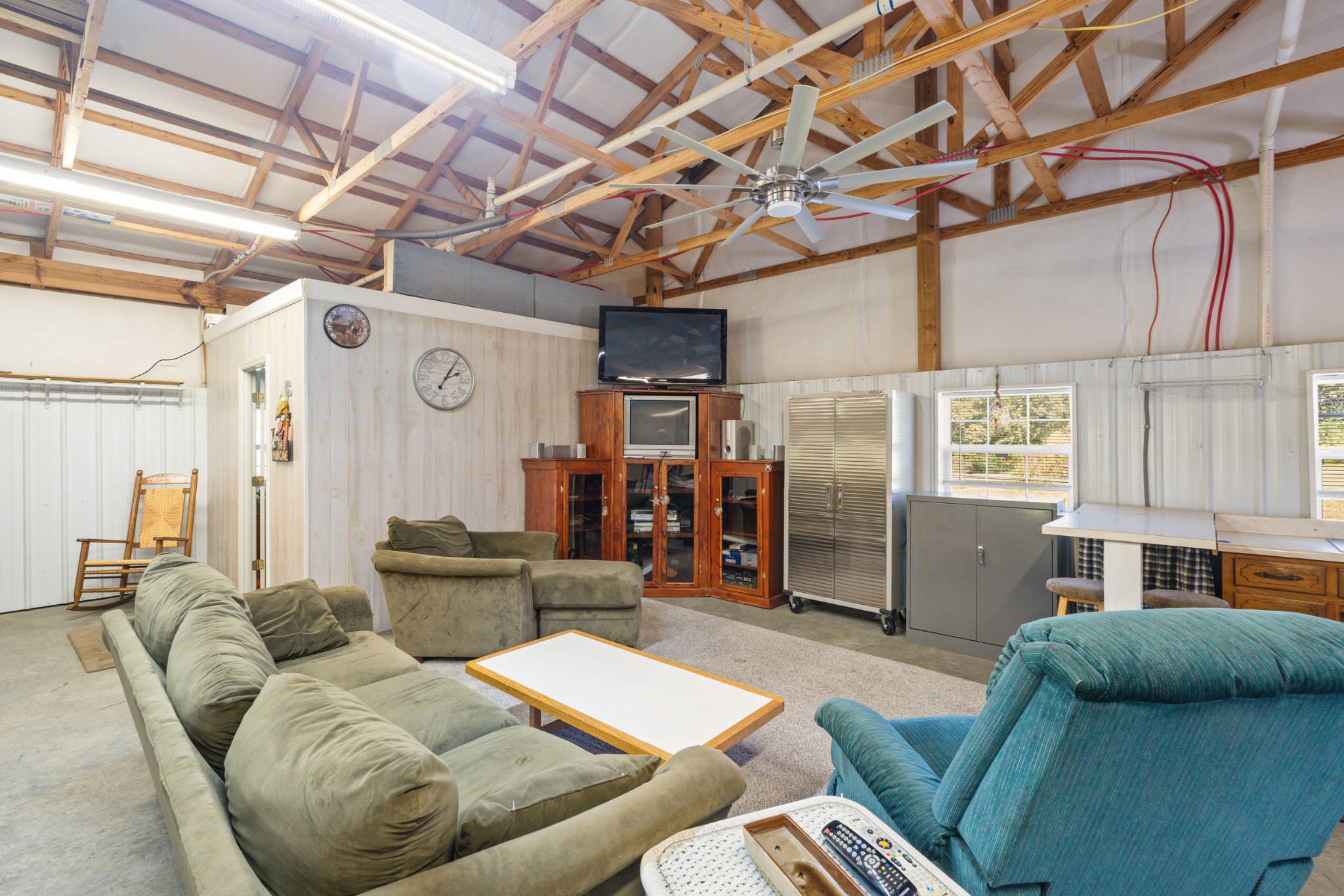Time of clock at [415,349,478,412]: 2:05
